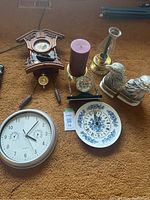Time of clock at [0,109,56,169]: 4:06
